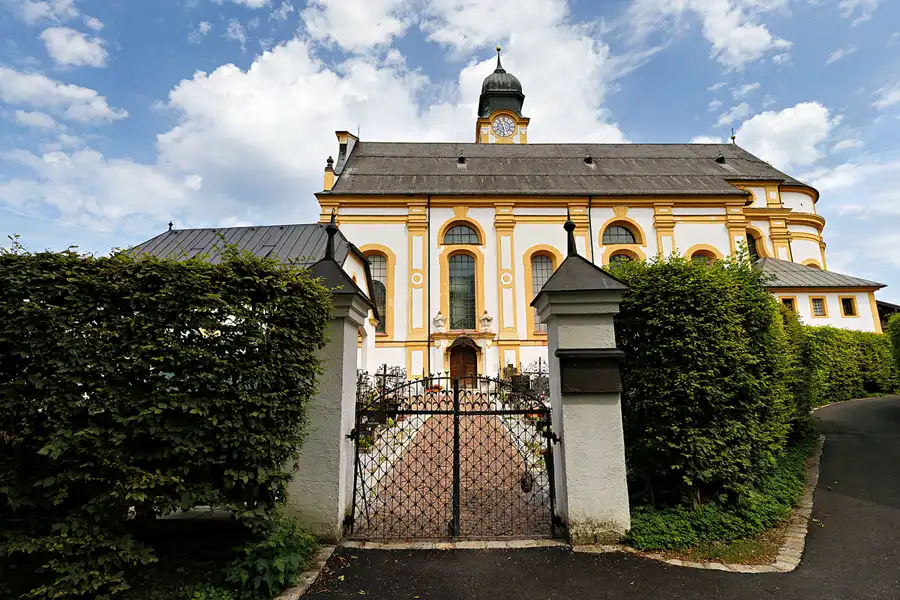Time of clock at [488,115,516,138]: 5:54
